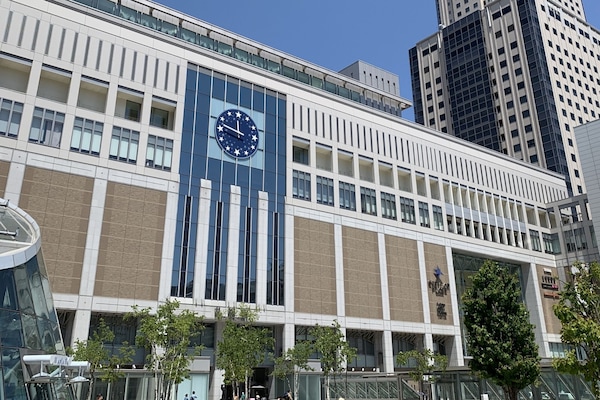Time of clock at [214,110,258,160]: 11:48
